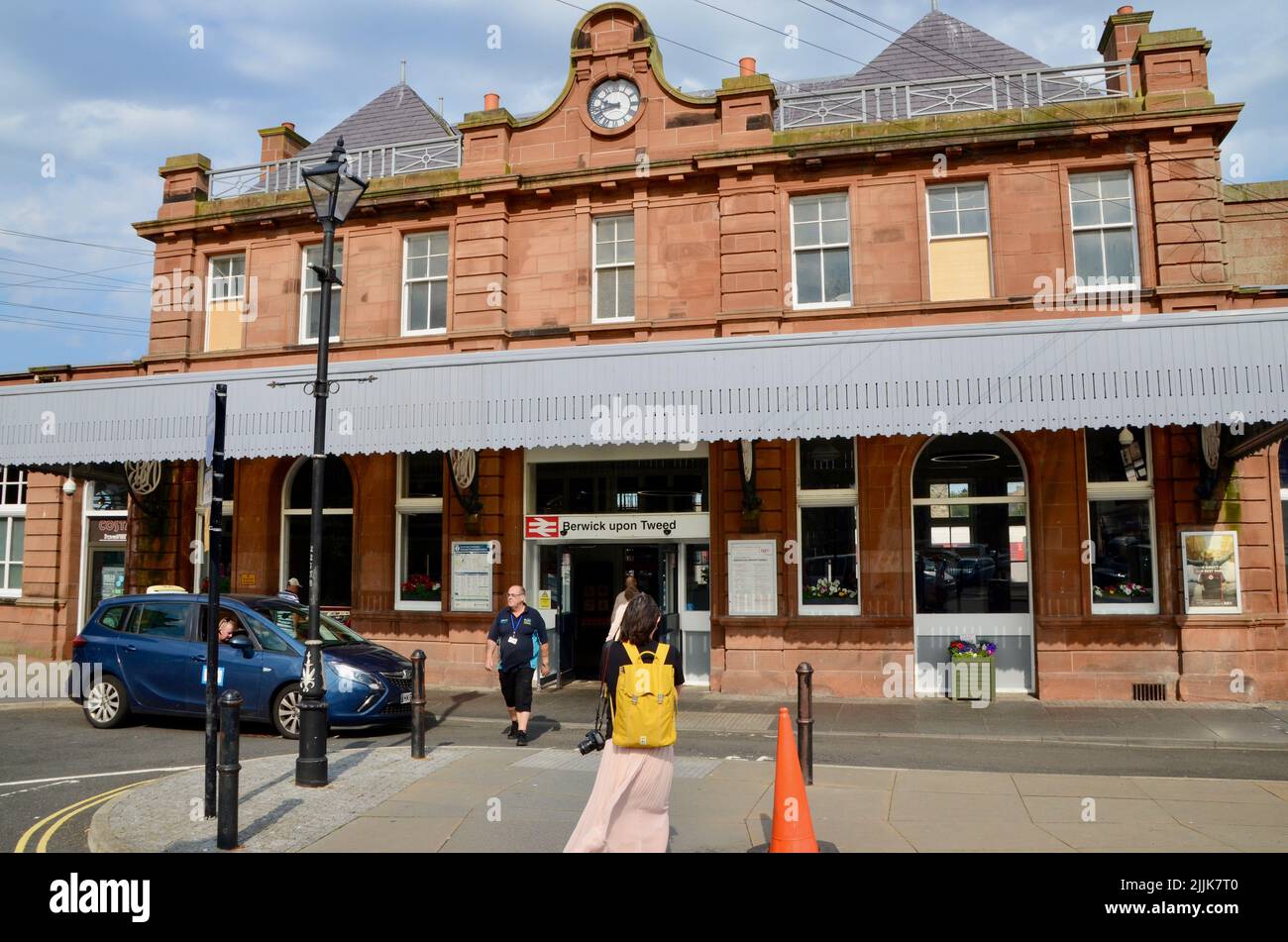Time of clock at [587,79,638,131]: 9:42
